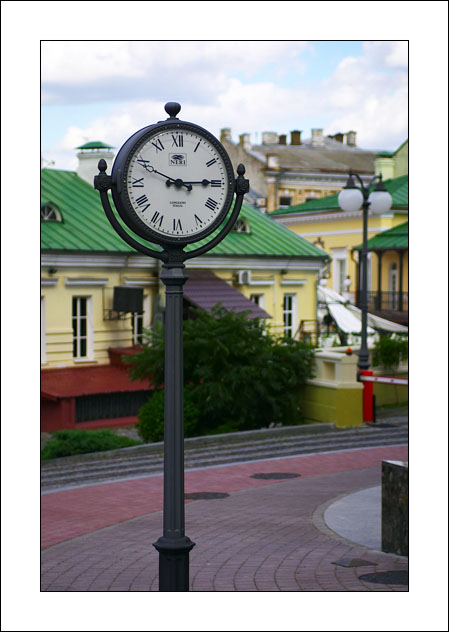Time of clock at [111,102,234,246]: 2:49
